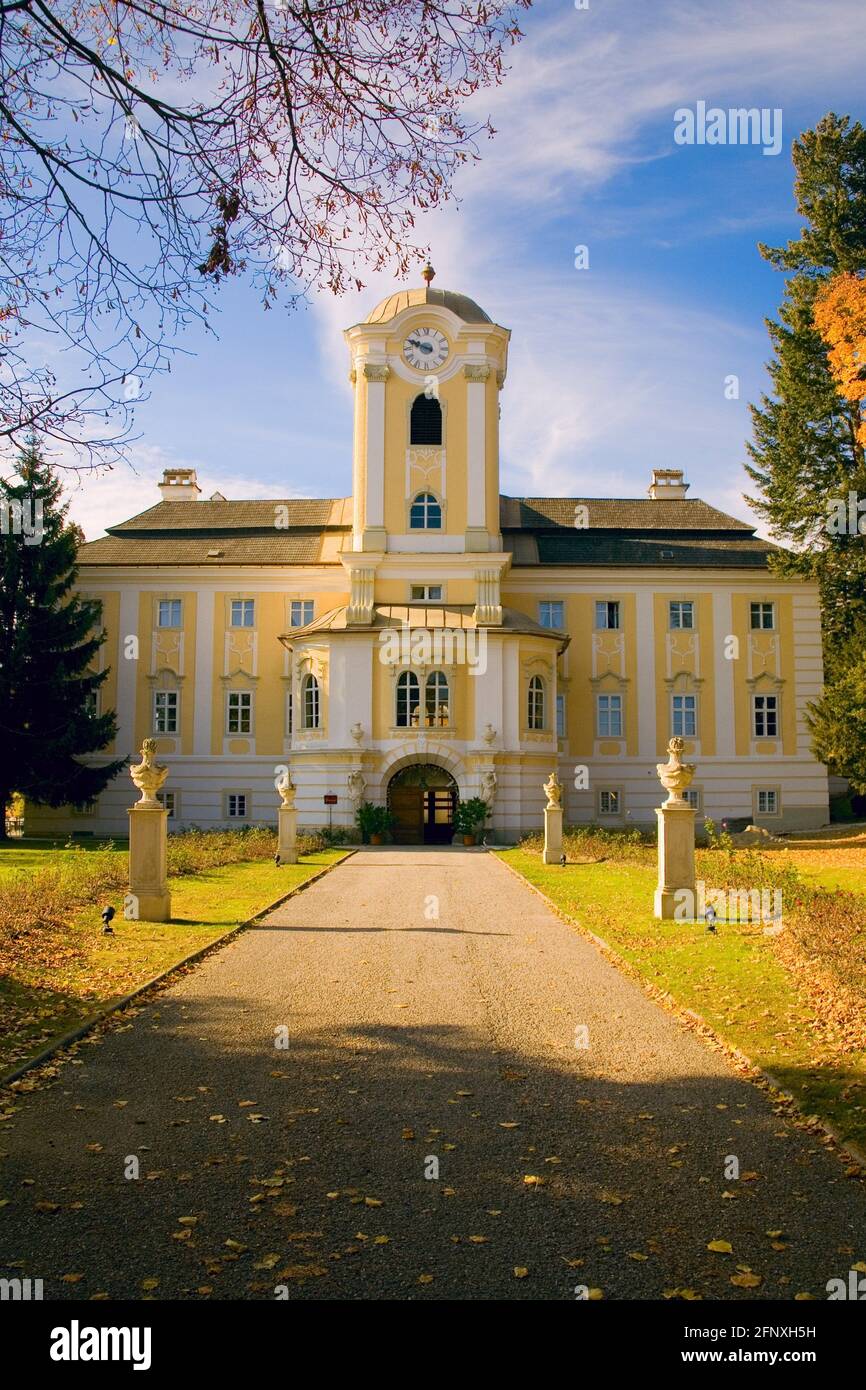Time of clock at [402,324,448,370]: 9:48
